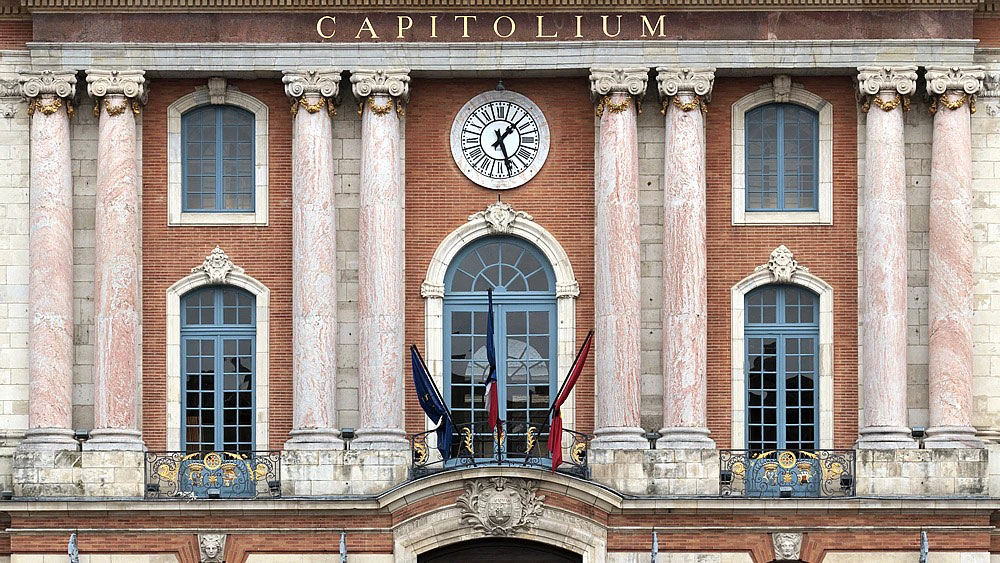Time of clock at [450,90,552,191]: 1:26
